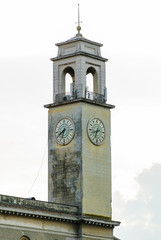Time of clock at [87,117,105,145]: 6:41
